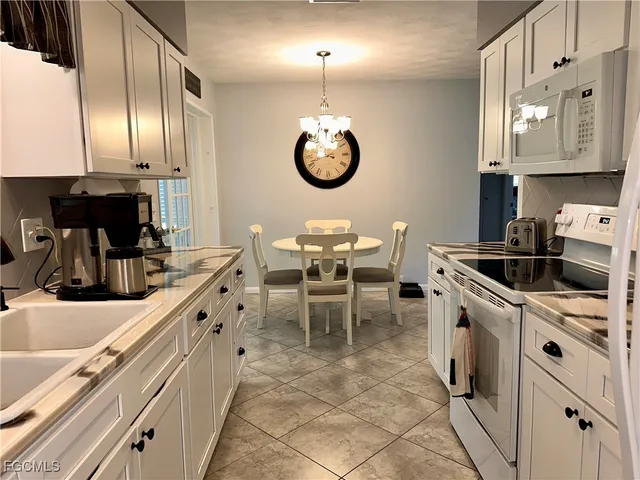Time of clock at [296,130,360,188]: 3:42
